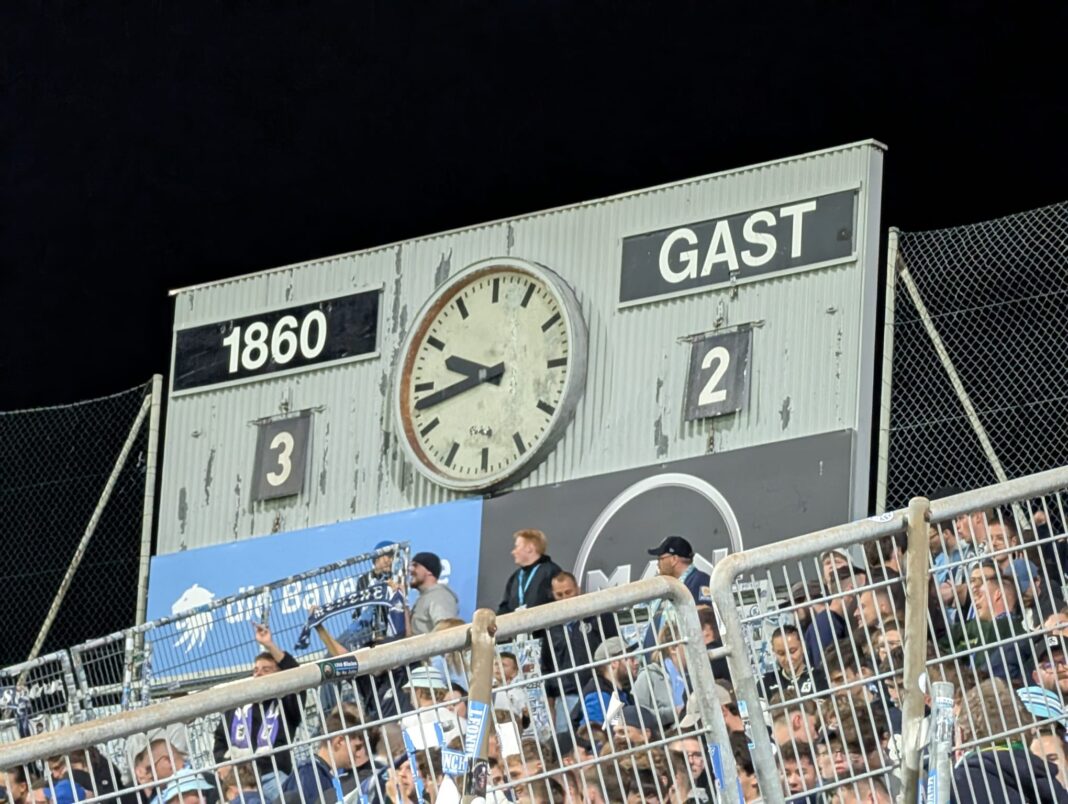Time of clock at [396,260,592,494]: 9:42
